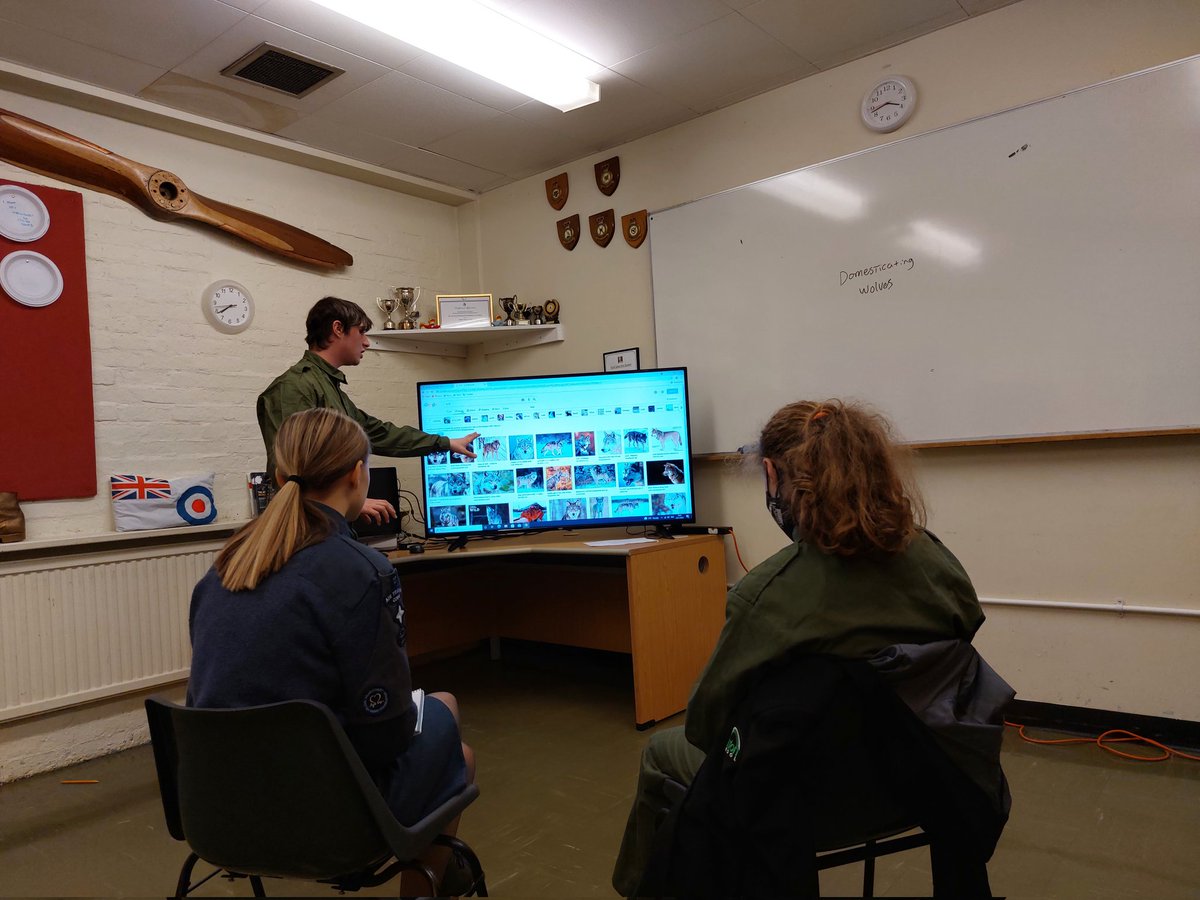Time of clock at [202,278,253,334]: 7:42
